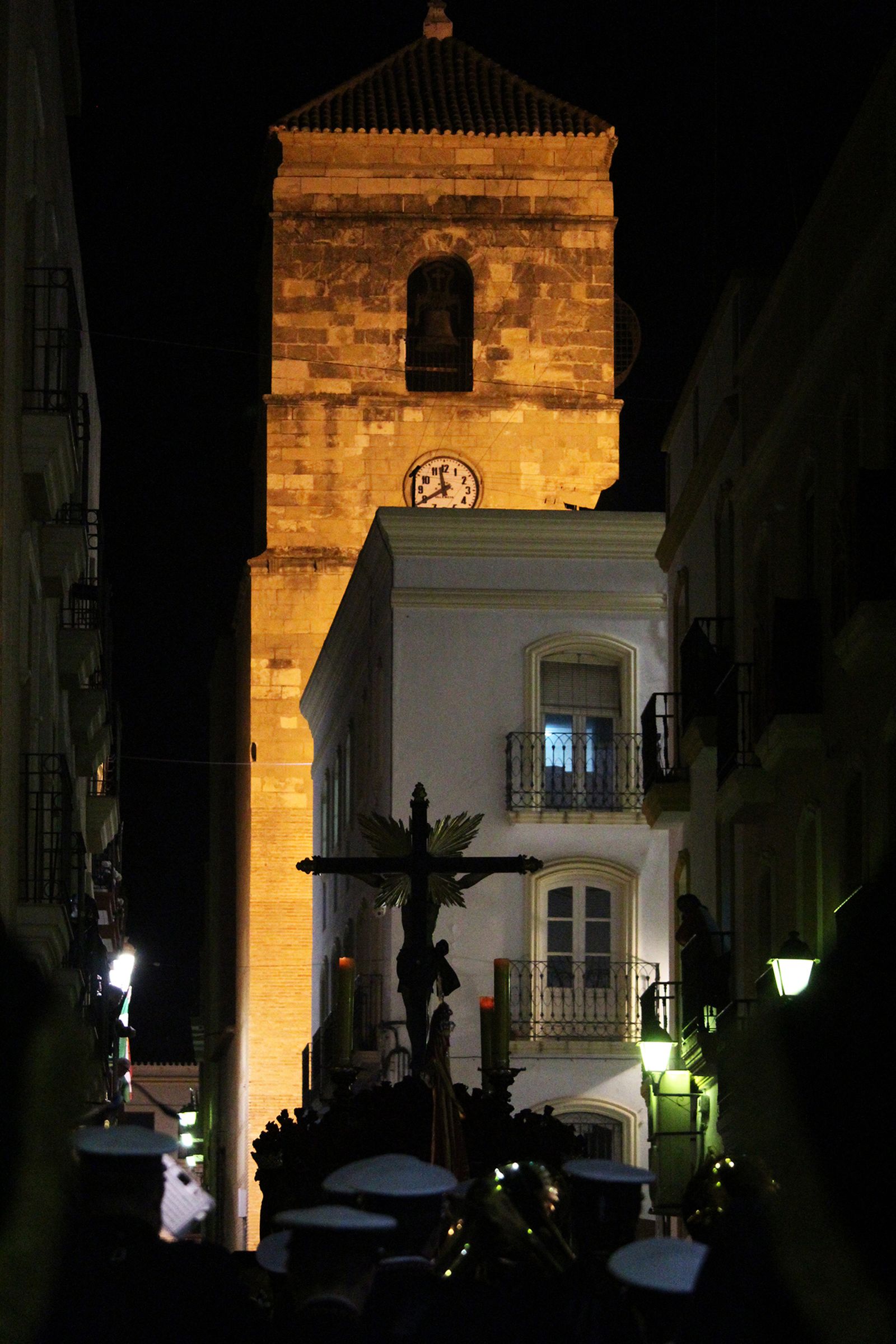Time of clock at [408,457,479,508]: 11:39
